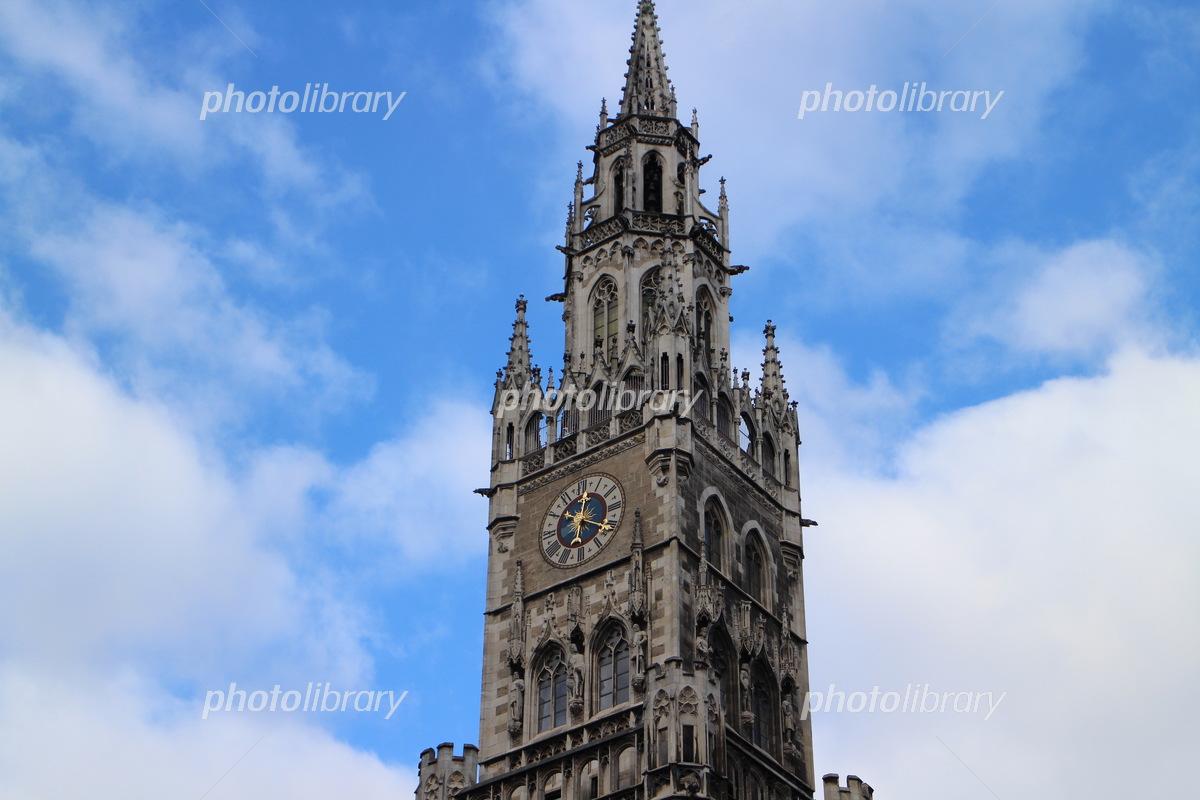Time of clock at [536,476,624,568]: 12:19
